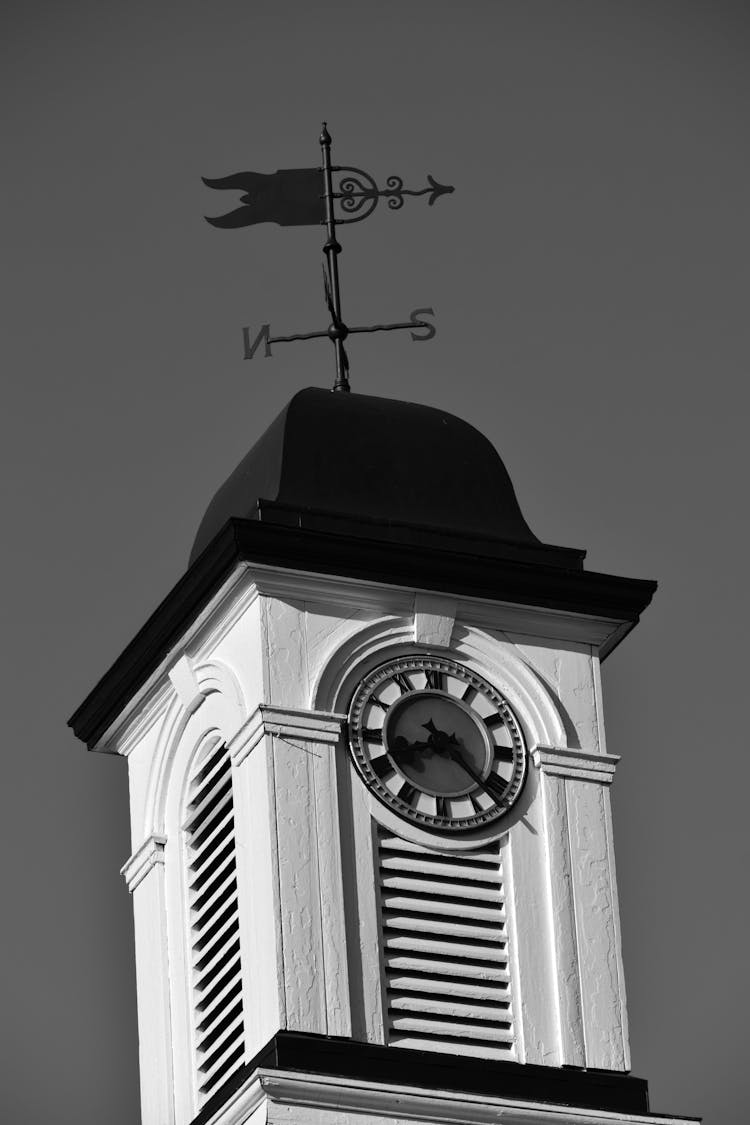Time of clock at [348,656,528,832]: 8:22
